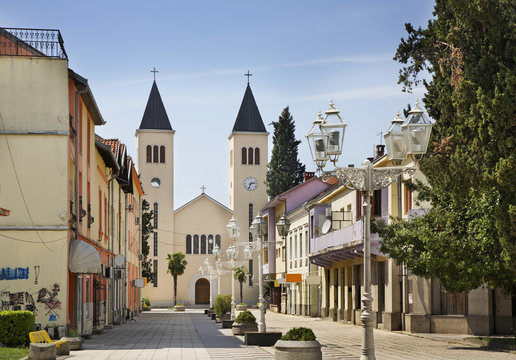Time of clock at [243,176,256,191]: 2:33
